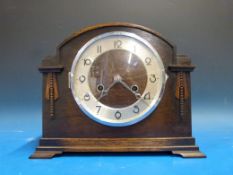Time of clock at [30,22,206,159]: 7:21
